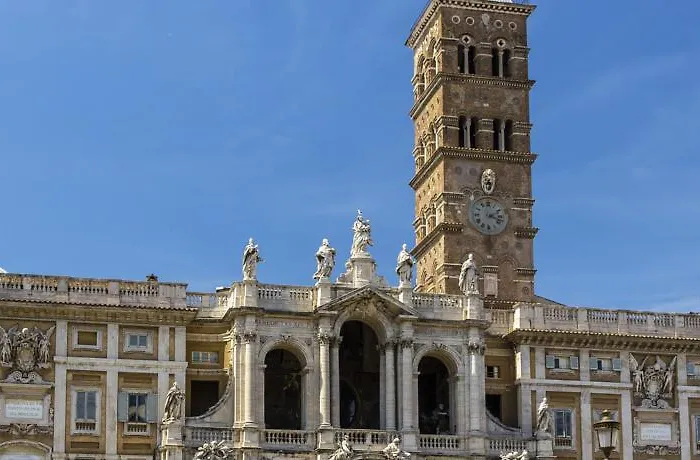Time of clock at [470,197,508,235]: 2:18
